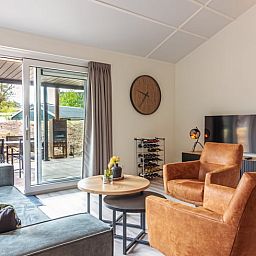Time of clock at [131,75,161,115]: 9:36
